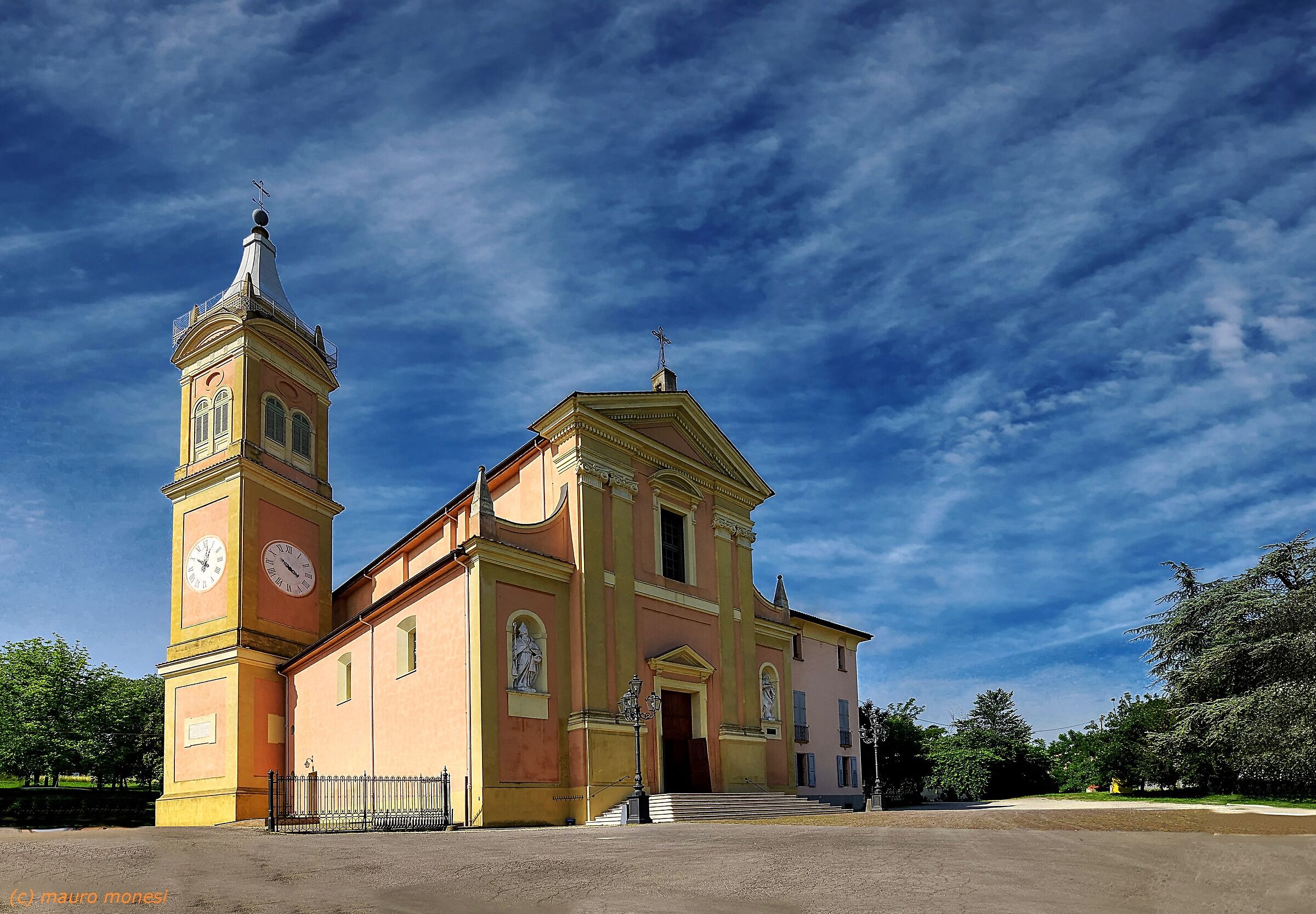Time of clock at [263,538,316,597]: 3:51
